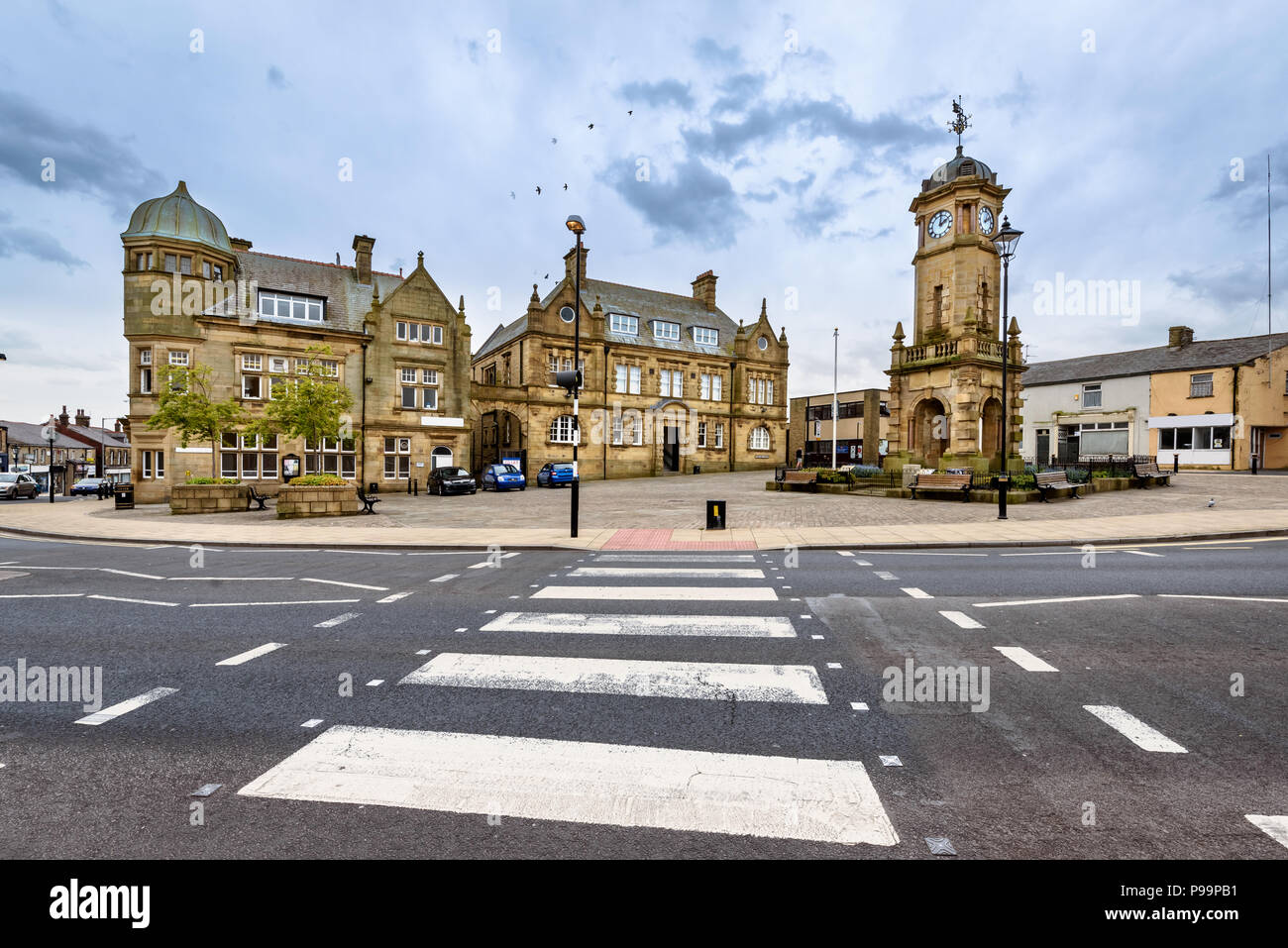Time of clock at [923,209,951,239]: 2:01
